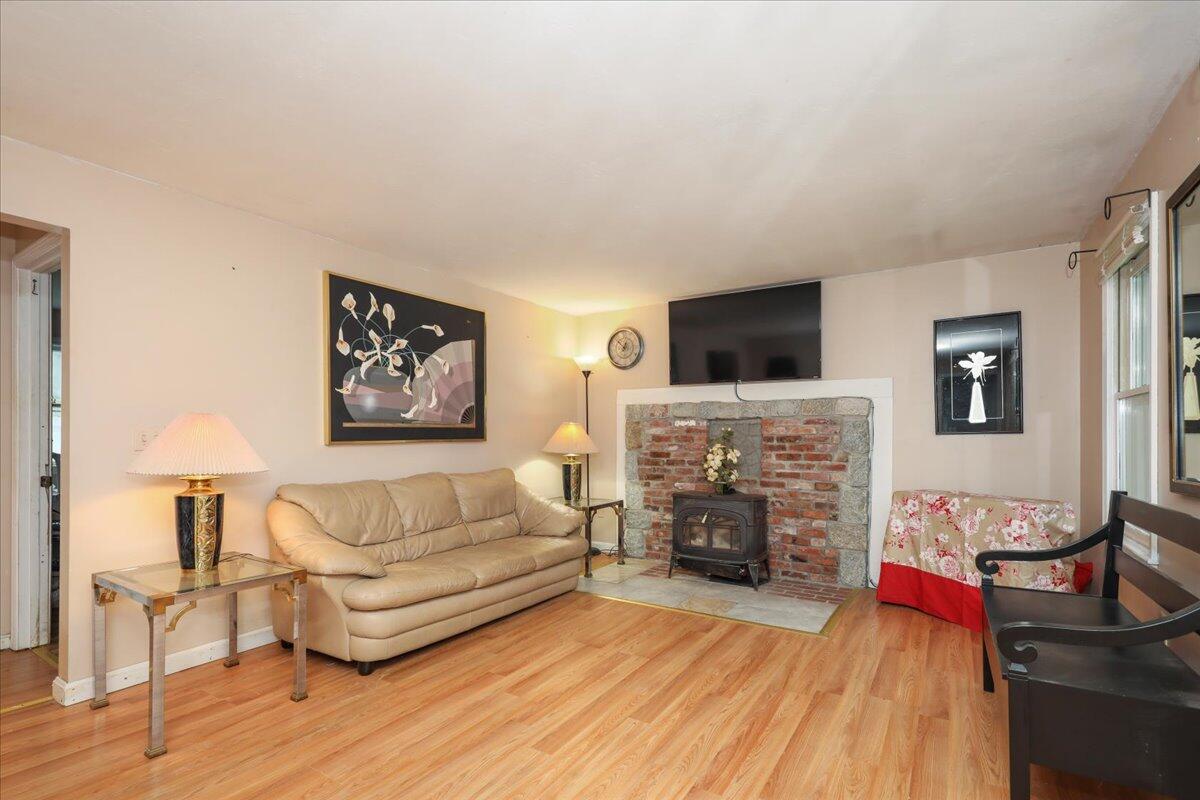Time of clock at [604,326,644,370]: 12:52
